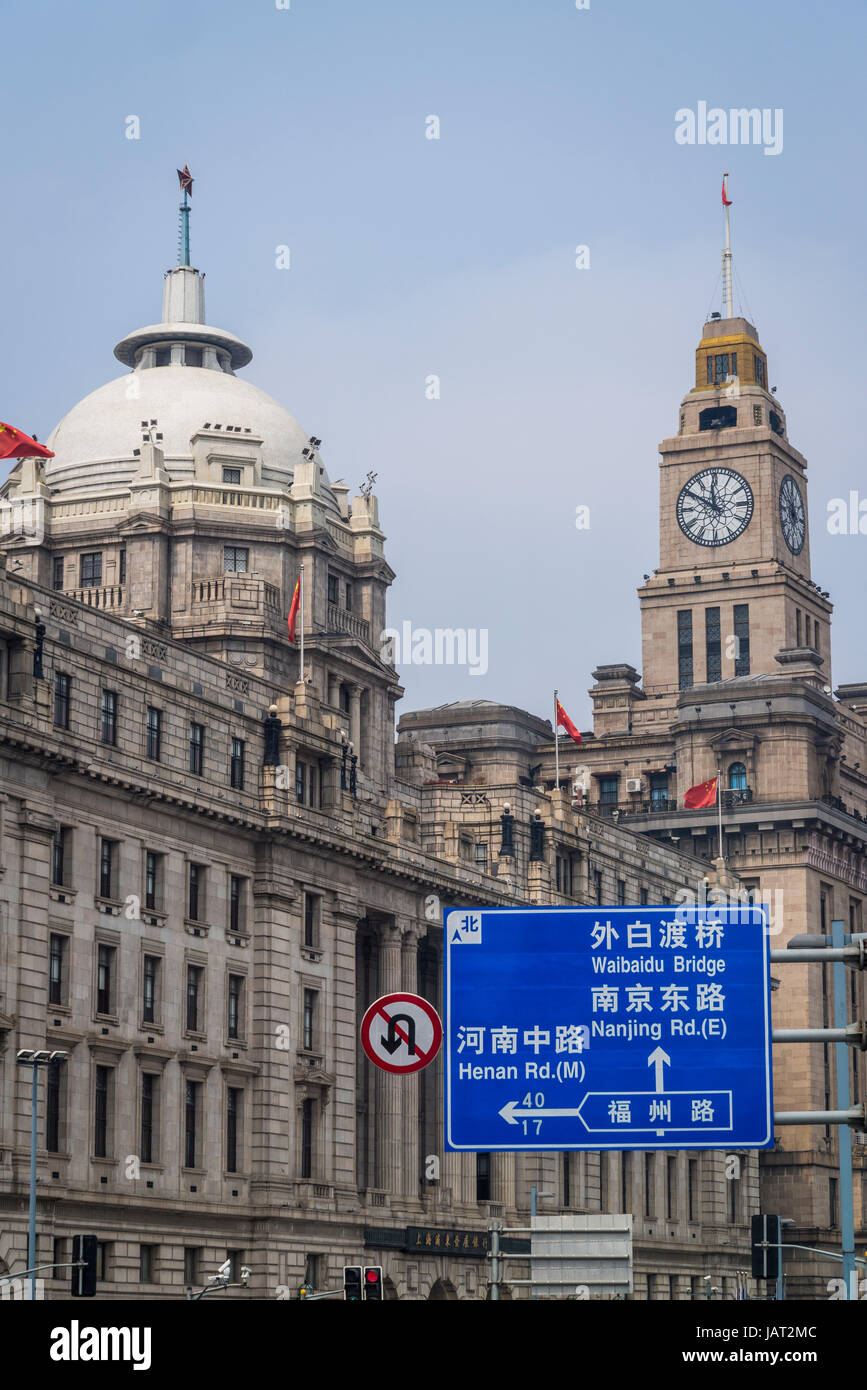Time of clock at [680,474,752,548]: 11:50
